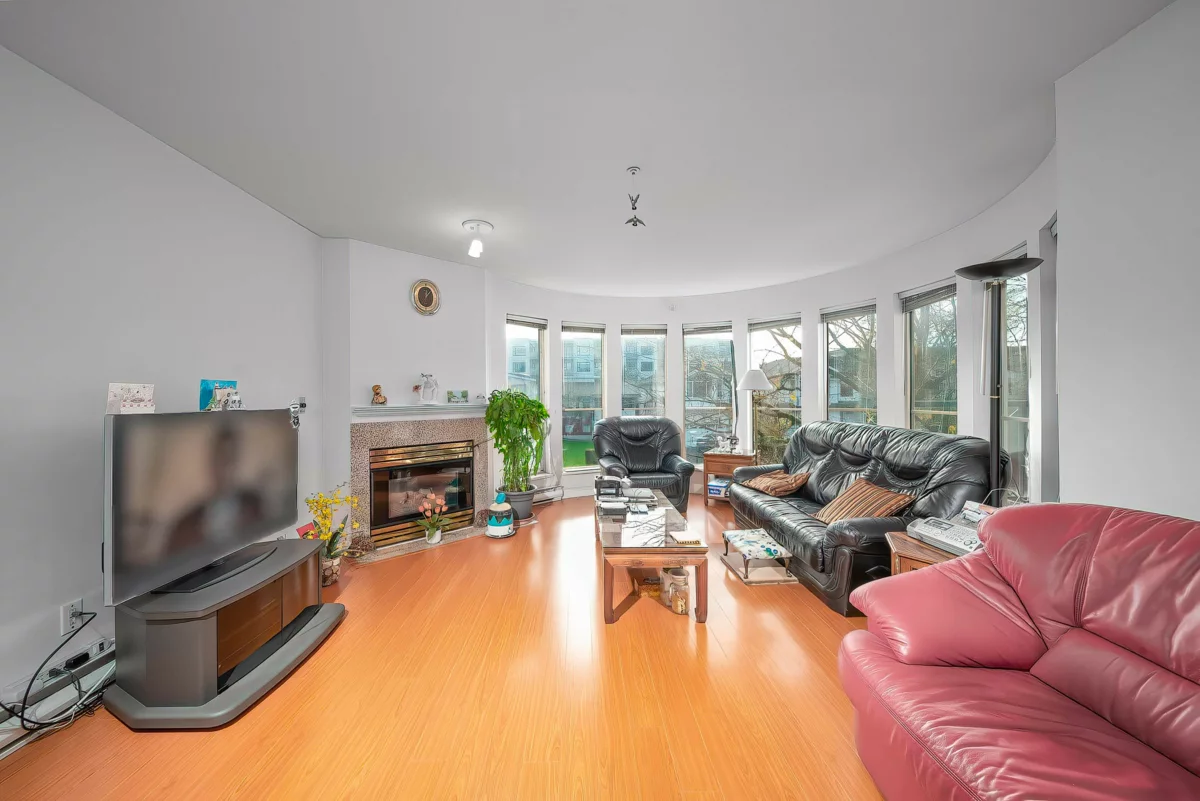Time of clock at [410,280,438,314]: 12:07
